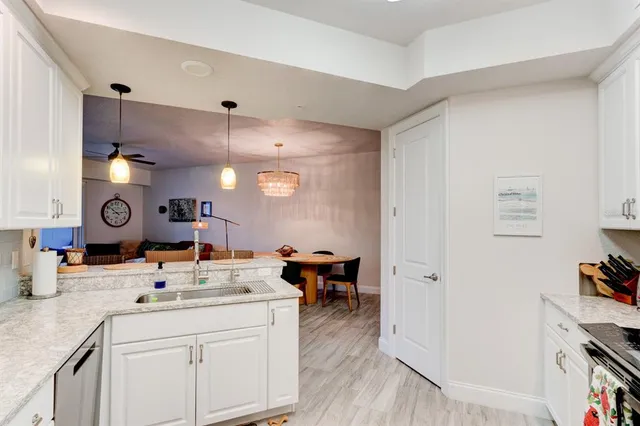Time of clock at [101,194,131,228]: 10:13
